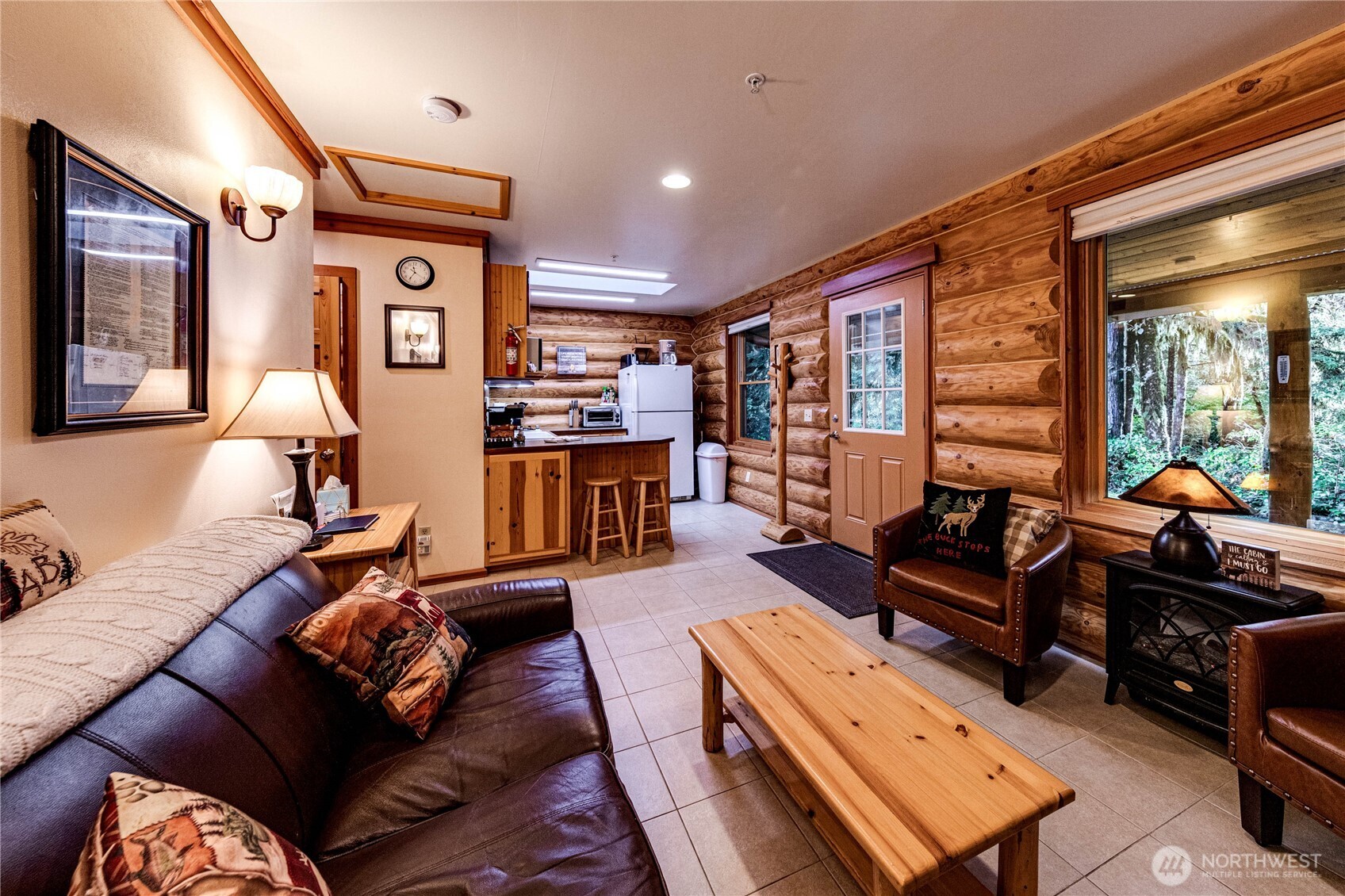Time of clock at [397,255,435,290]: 11:35
